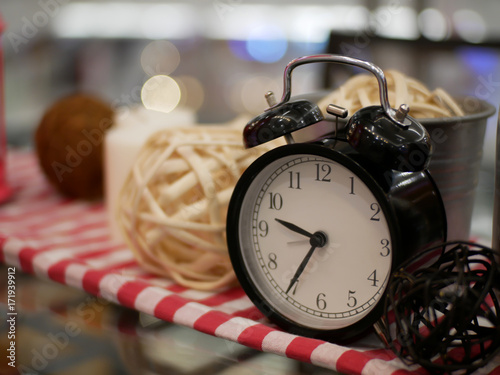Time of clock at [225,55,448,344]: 9:35
